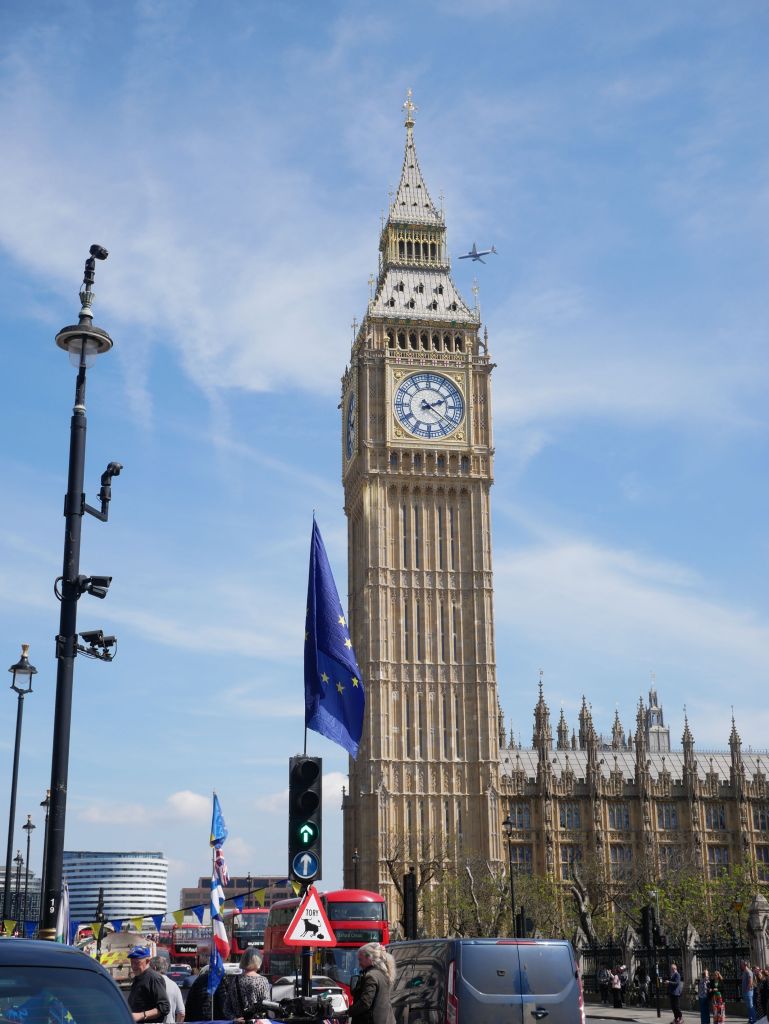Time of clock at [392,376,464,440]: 2:21
